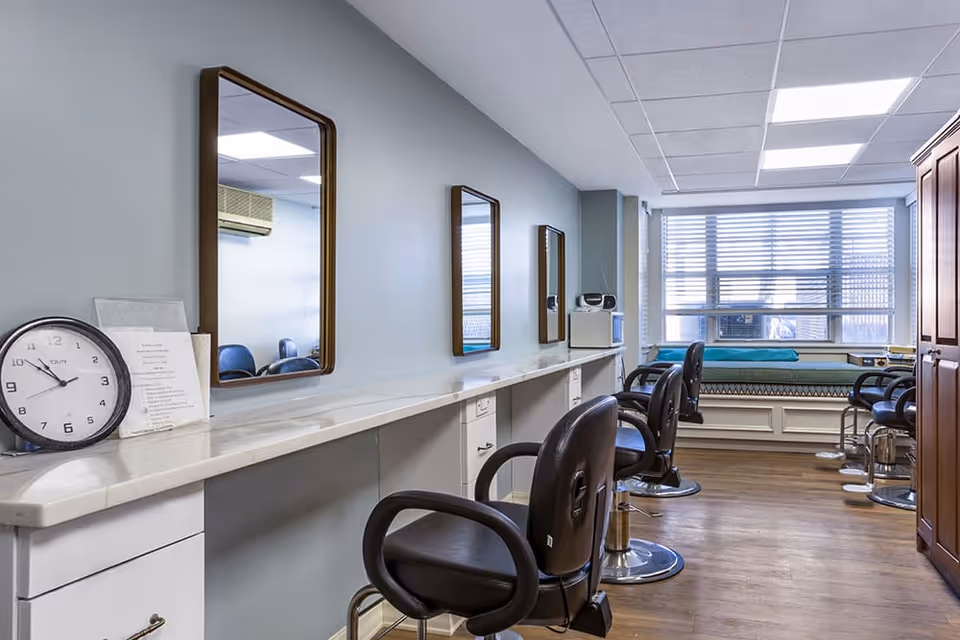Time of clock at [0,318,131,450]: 10:51
